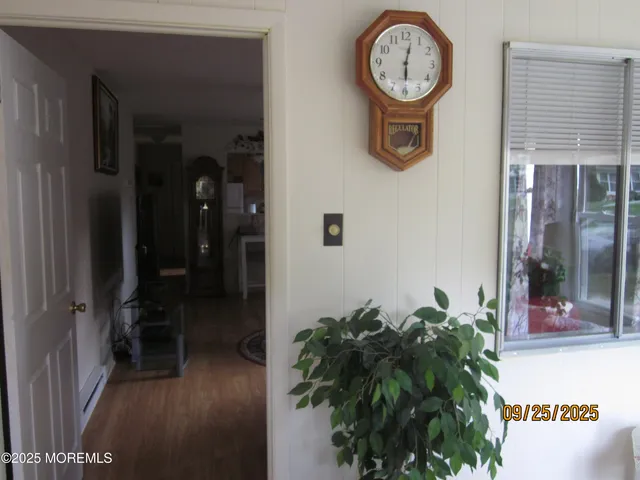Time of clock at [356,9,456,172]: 6:02
